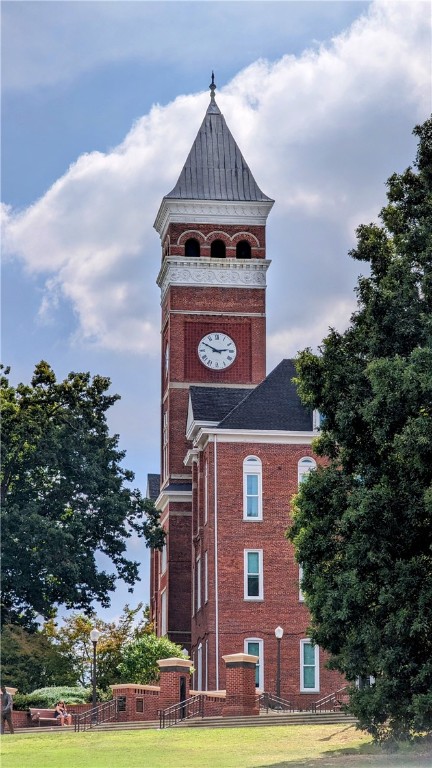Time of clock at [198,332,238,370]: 2:49
